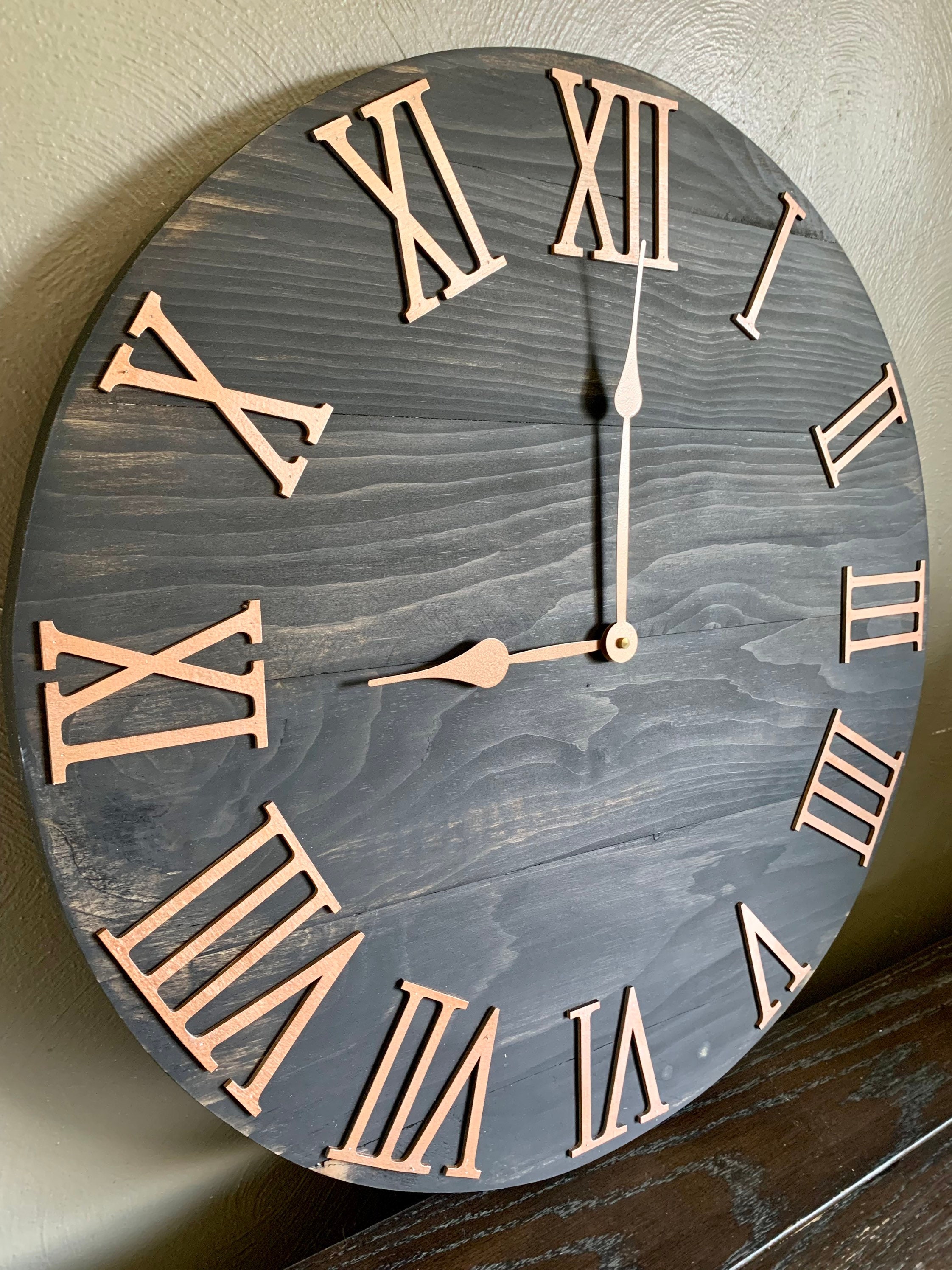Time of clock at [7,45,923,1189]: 8:59
